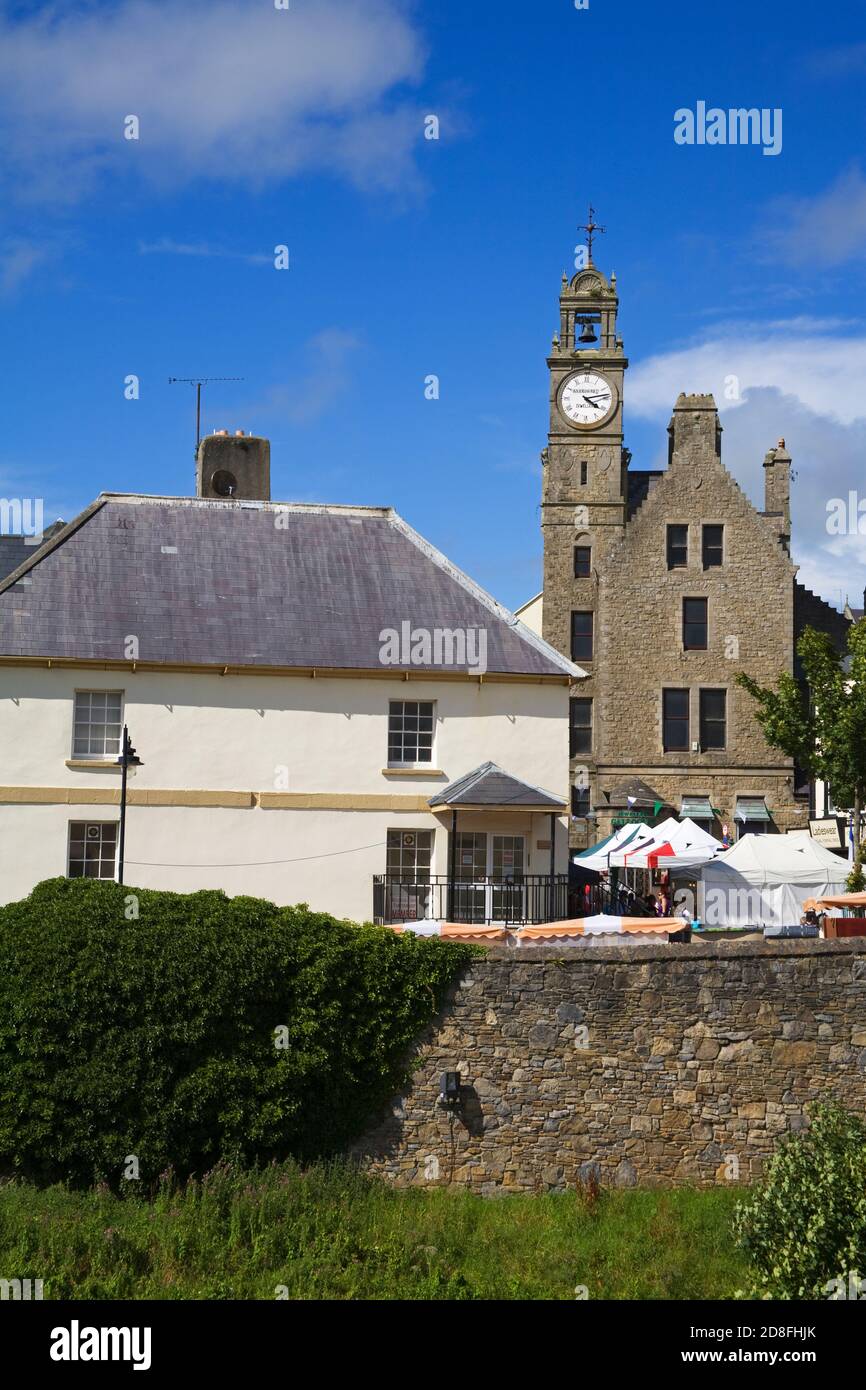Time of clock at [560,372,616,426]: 4:12
